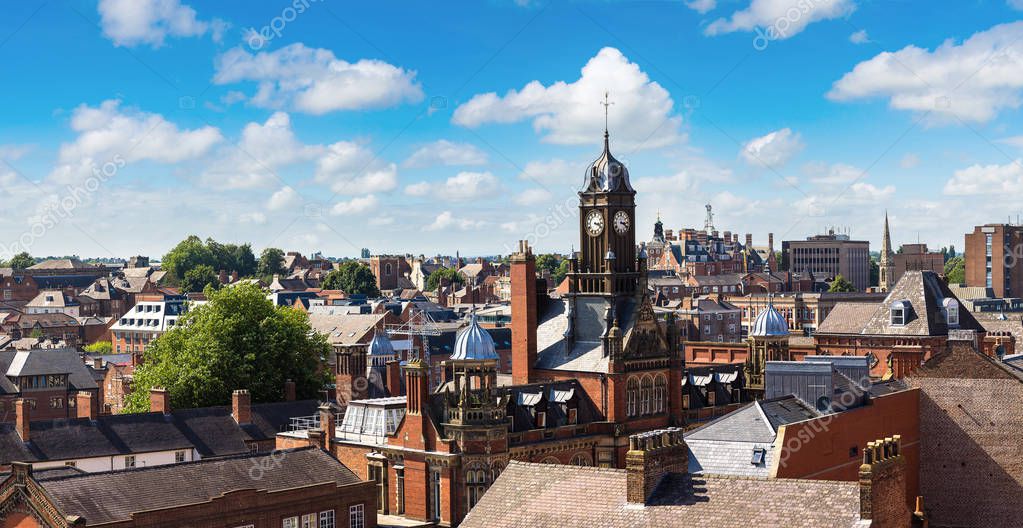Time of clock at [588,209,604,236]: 3:19
